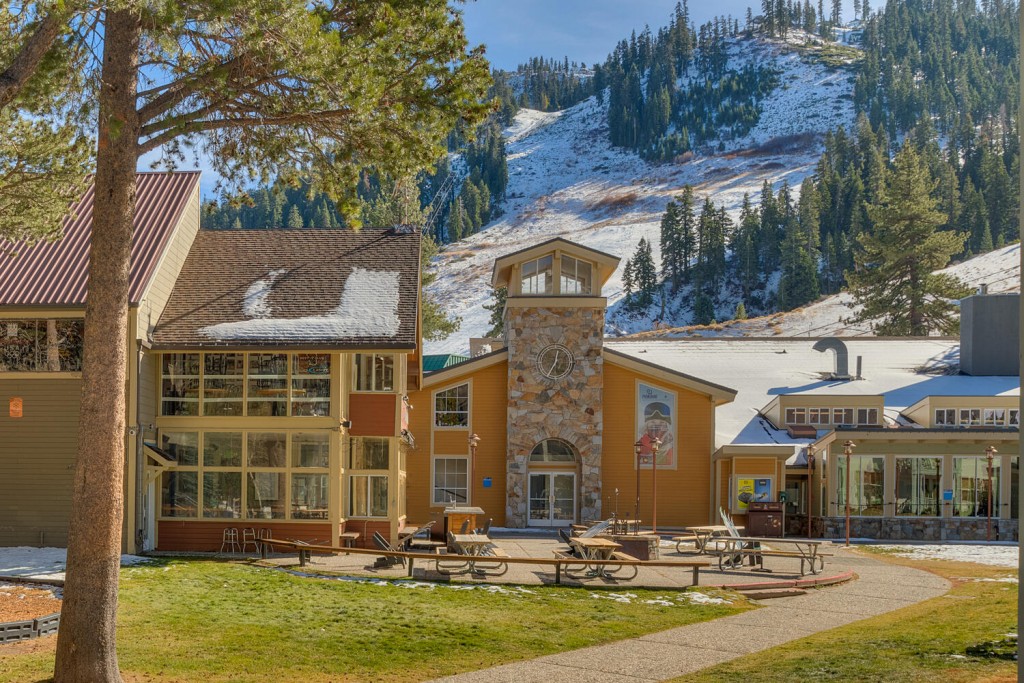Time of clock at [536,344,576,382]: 12:34
